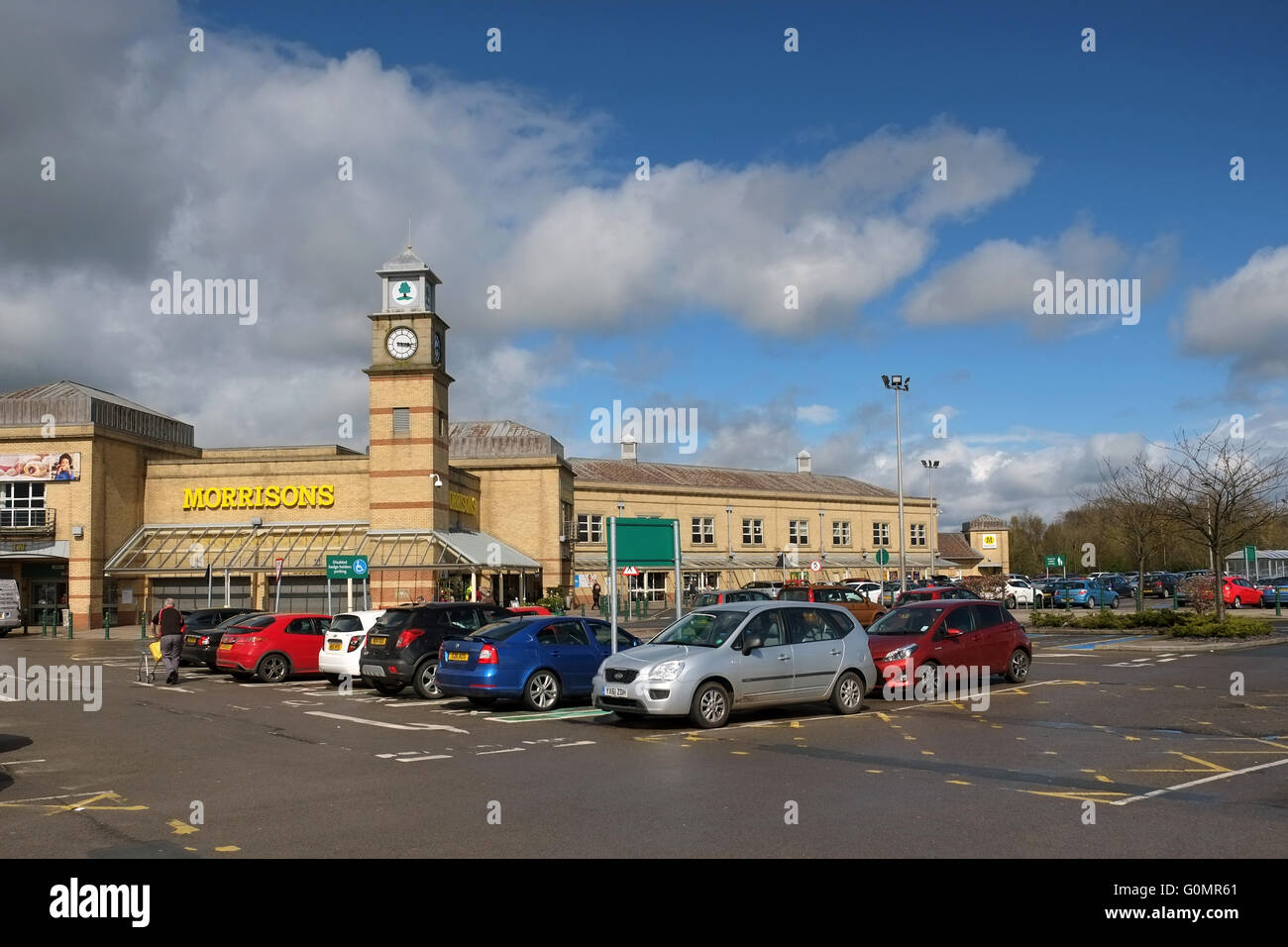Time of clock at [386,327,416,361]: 3:15
